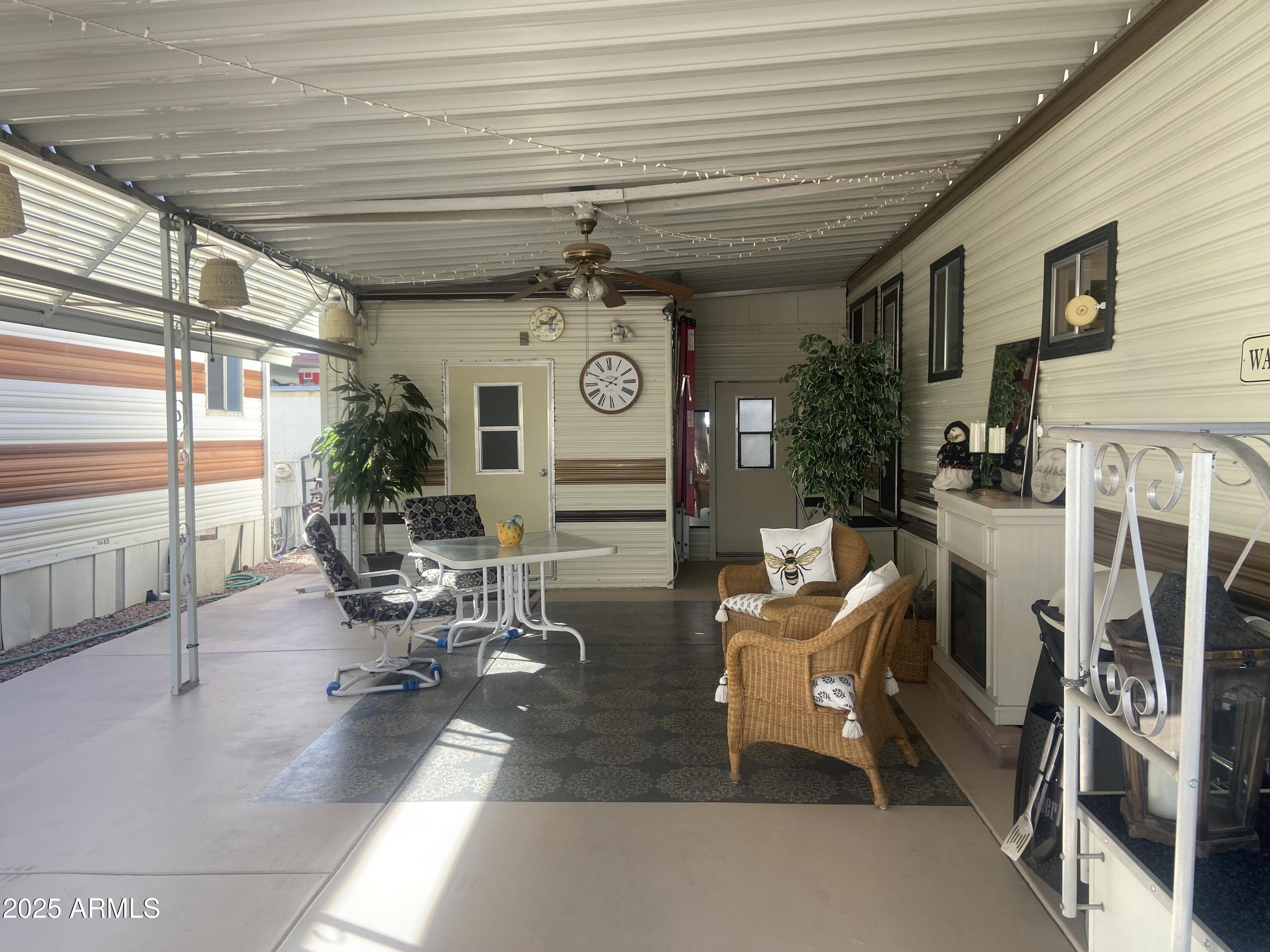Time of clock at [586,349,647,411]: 1:48
